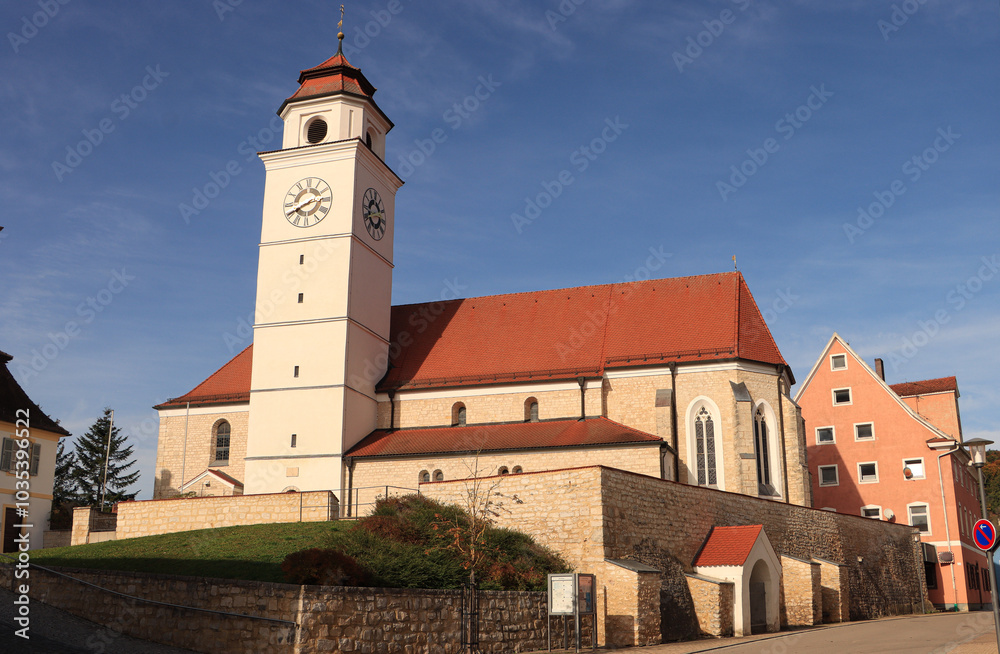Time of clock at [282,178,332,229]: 2:40
